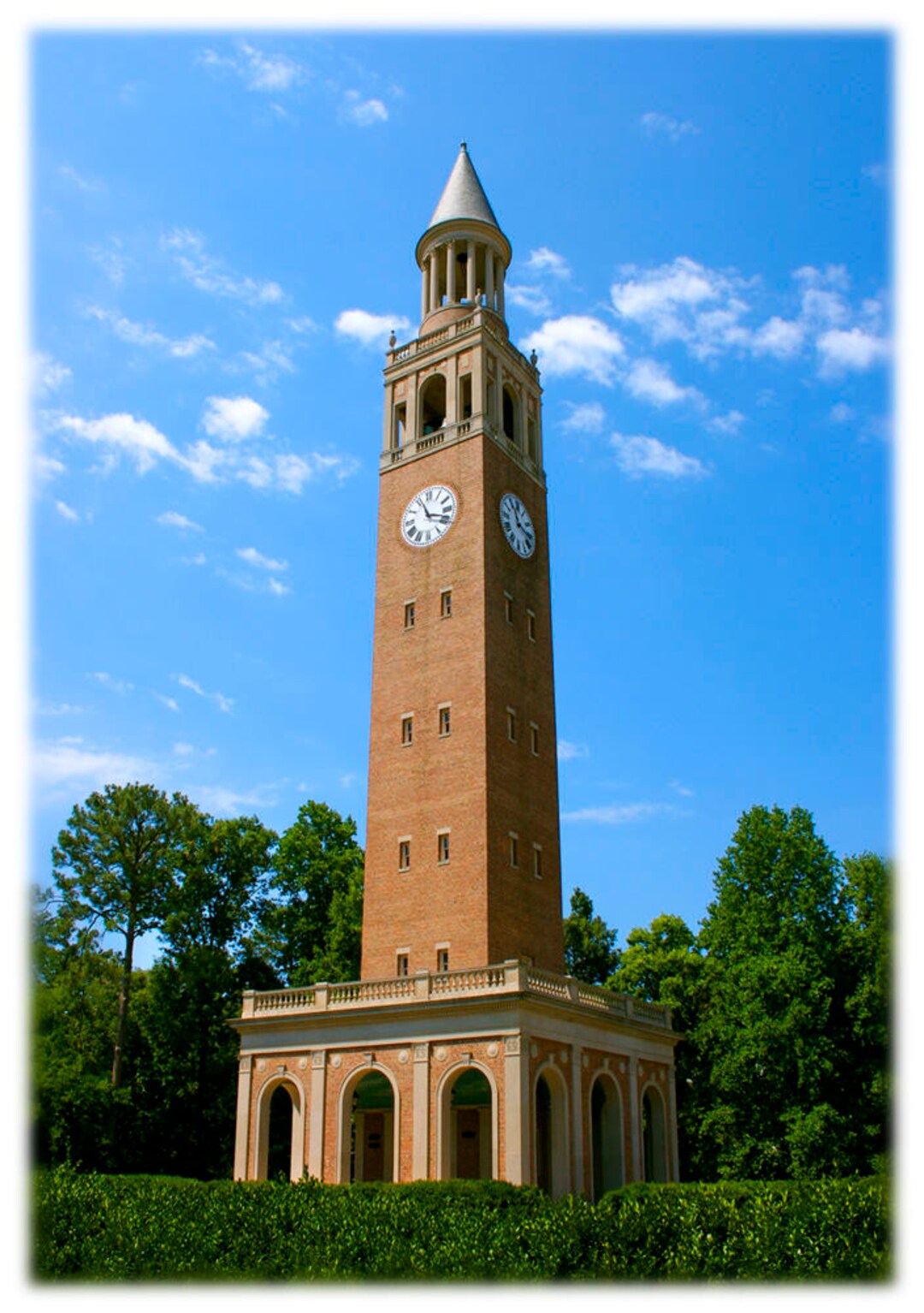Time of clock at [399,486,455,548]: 11:17
